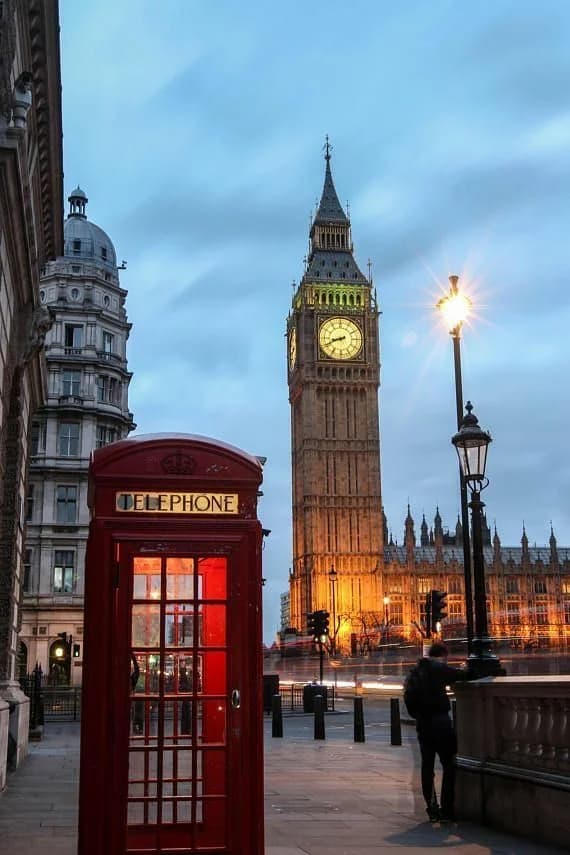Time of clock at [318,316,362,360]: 8:41
